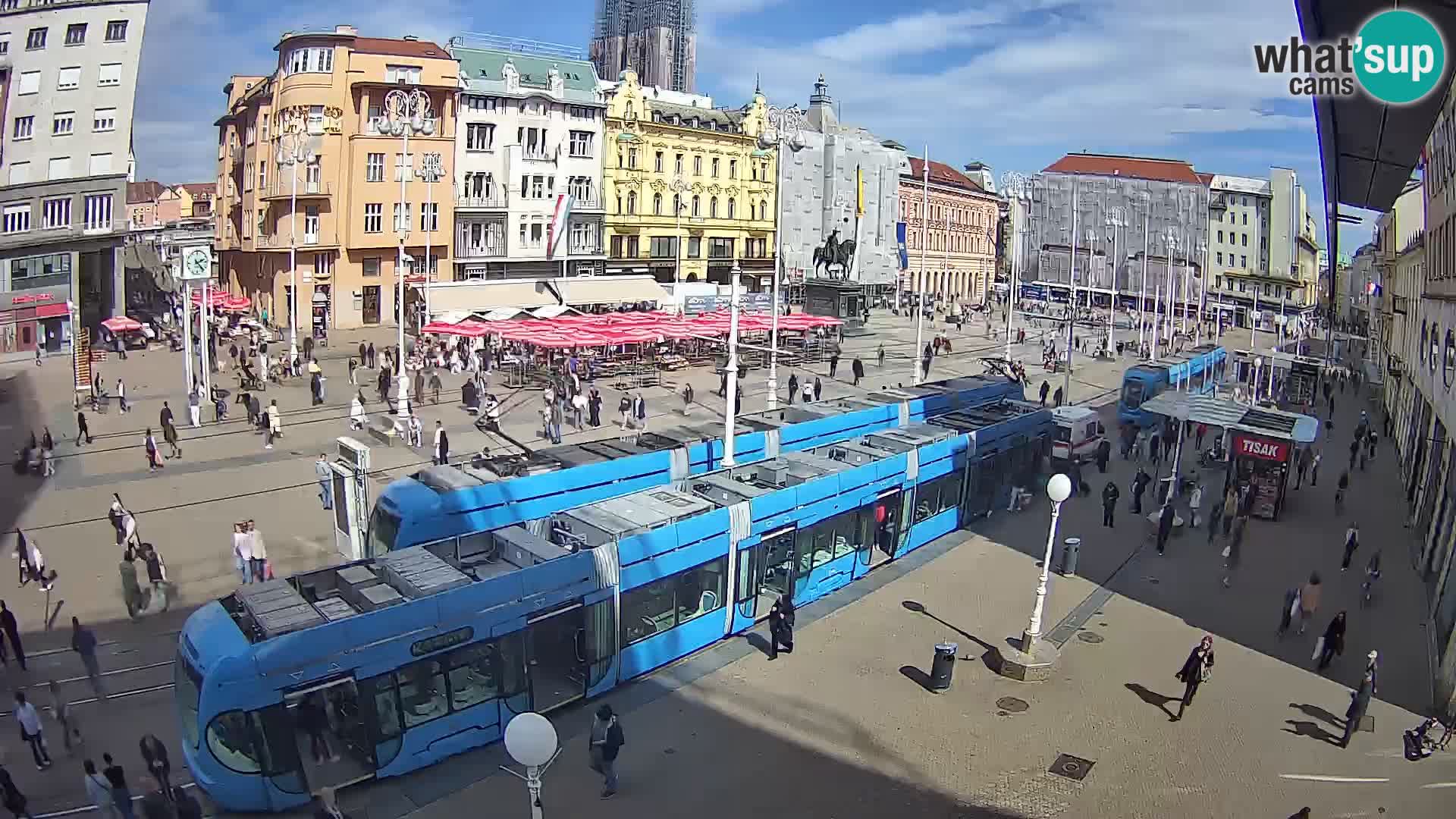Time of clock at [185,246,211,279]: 2:23
